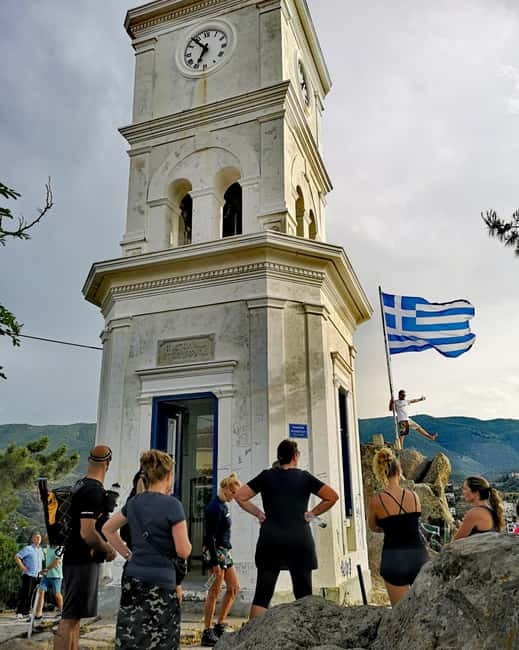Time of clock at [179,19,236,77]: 6:53
